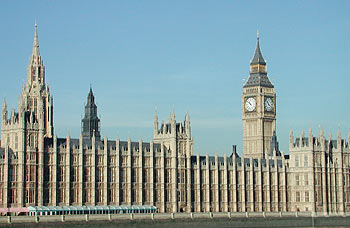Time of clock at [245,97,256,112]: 10:51
